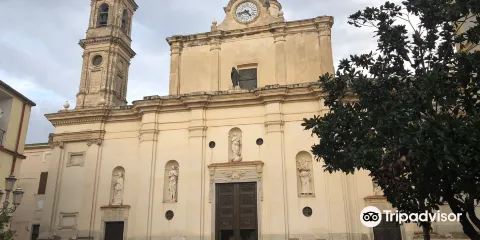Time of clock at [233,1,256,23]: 4:42
